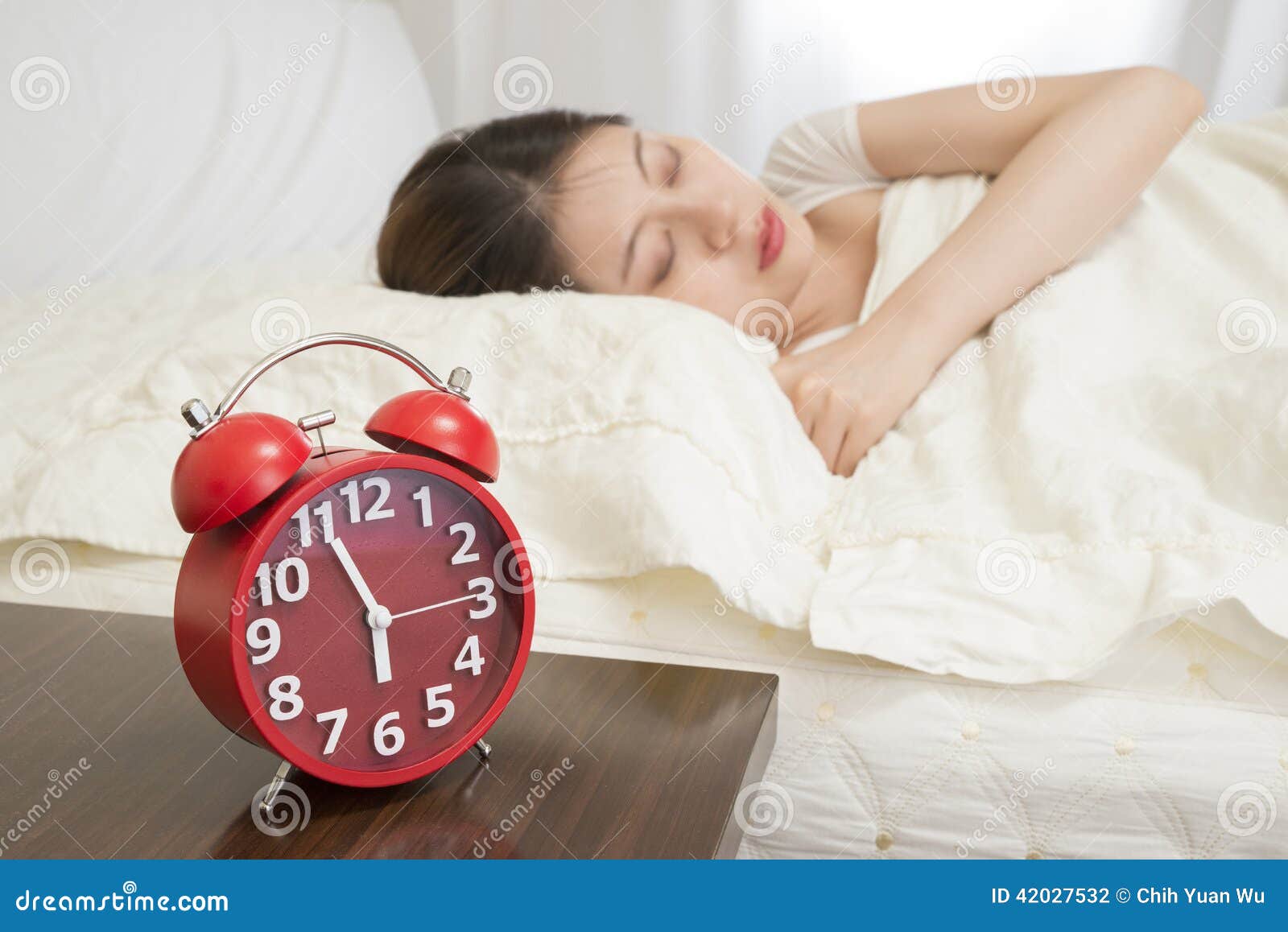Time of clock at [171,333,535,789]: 5:55
